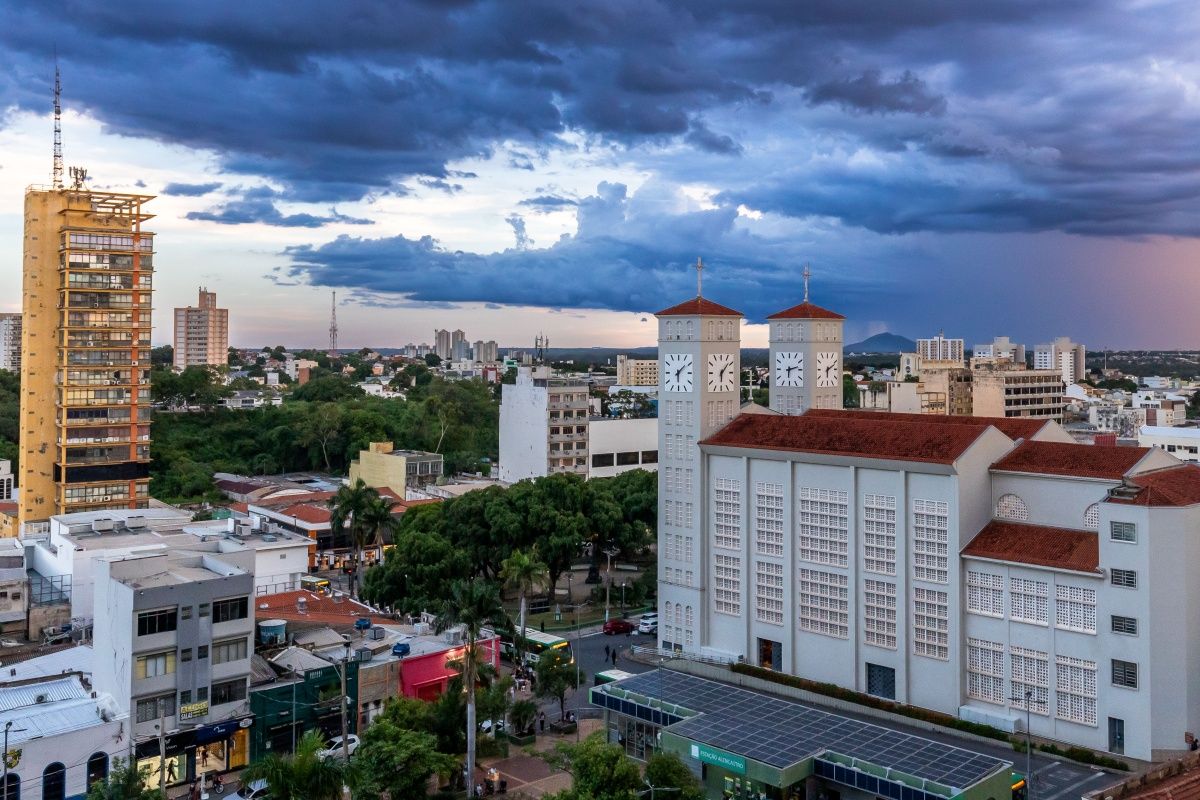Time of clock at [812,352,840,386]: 6:11
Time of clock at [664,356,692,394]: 6:08
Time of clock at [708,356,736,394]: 6:07
